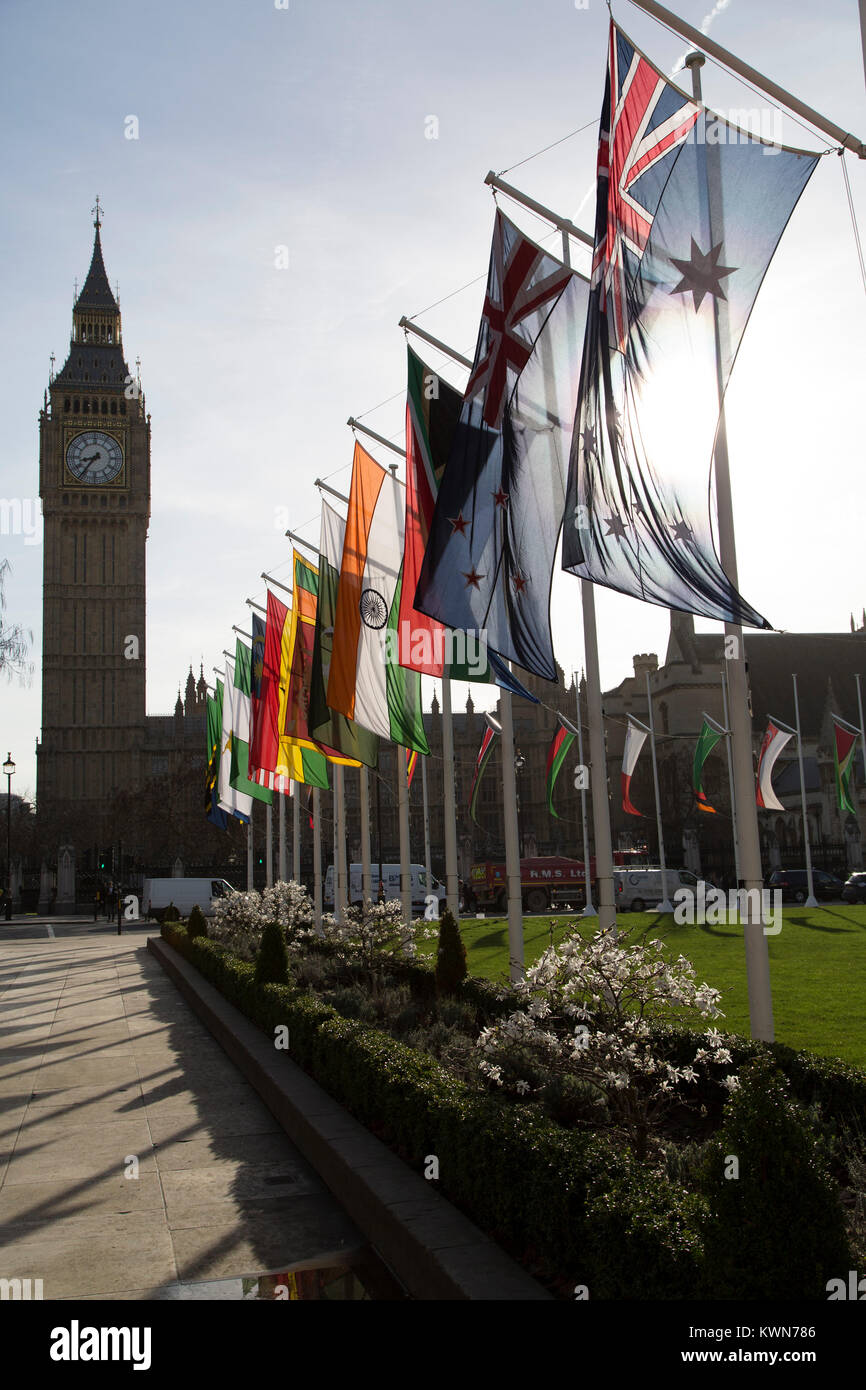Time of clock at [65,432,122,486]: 8:36
